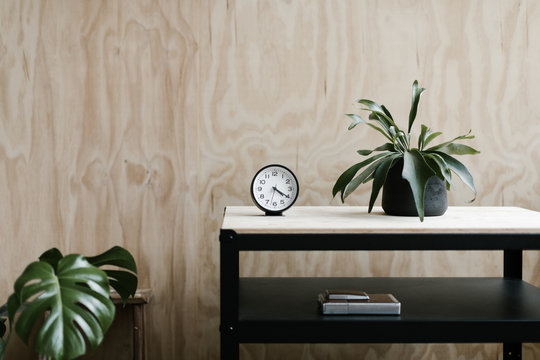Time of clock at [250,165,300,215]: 4:20
